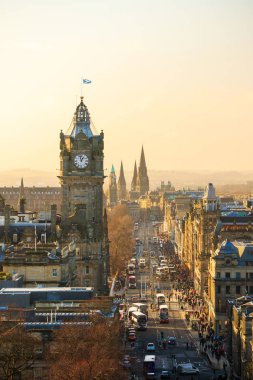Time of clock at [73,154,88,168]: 12:57
